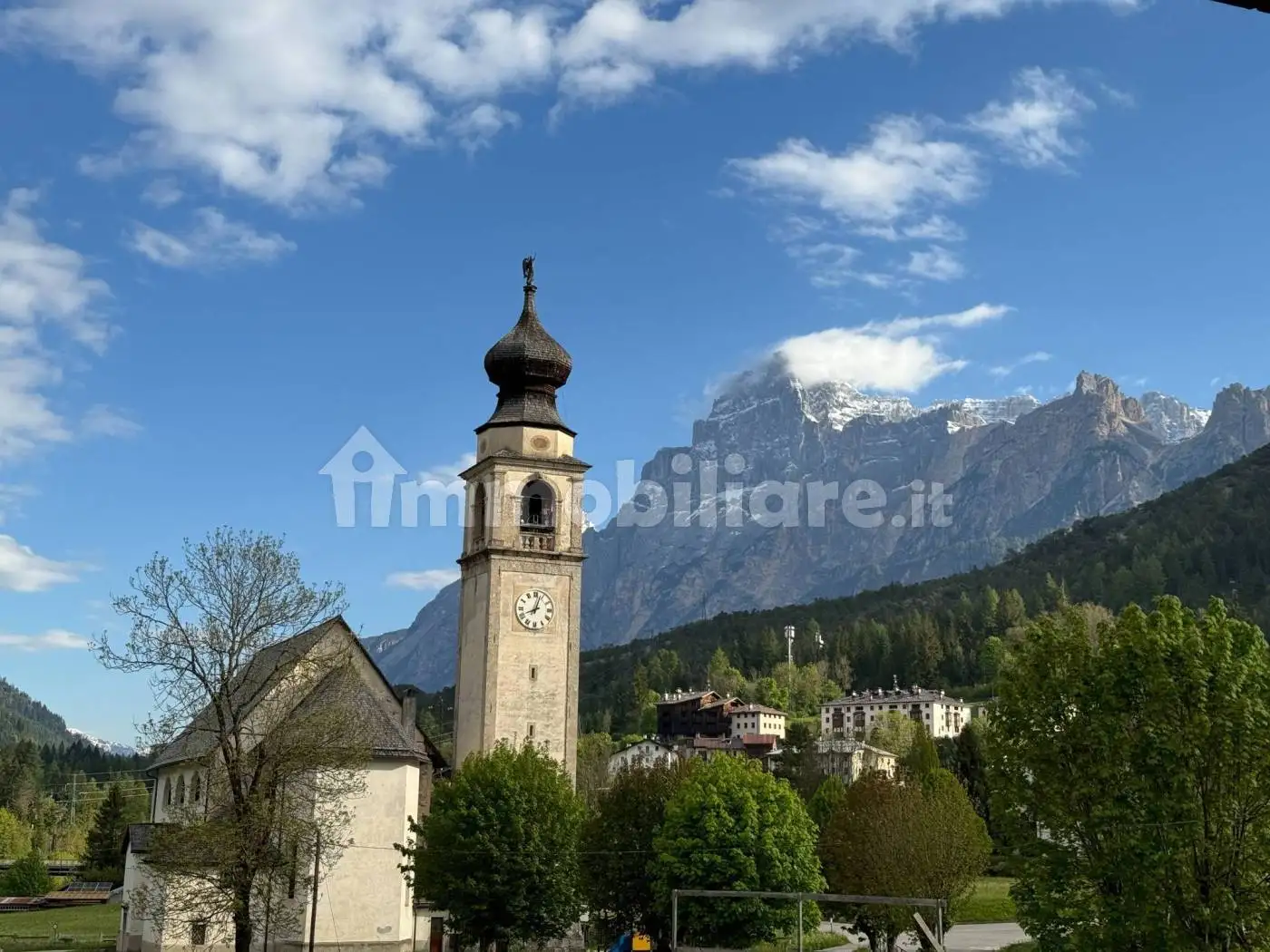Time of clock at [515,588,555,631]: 8:03
